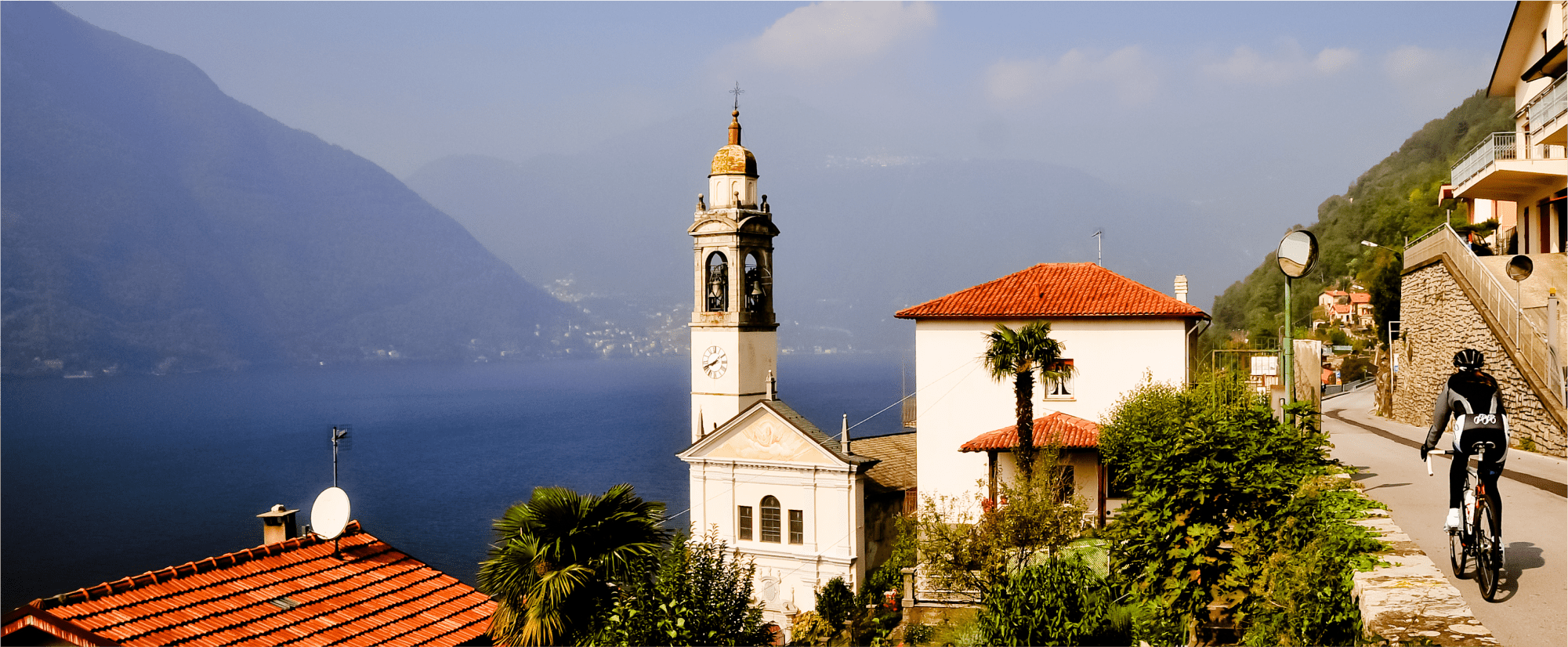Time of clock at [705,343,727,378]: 7:41
